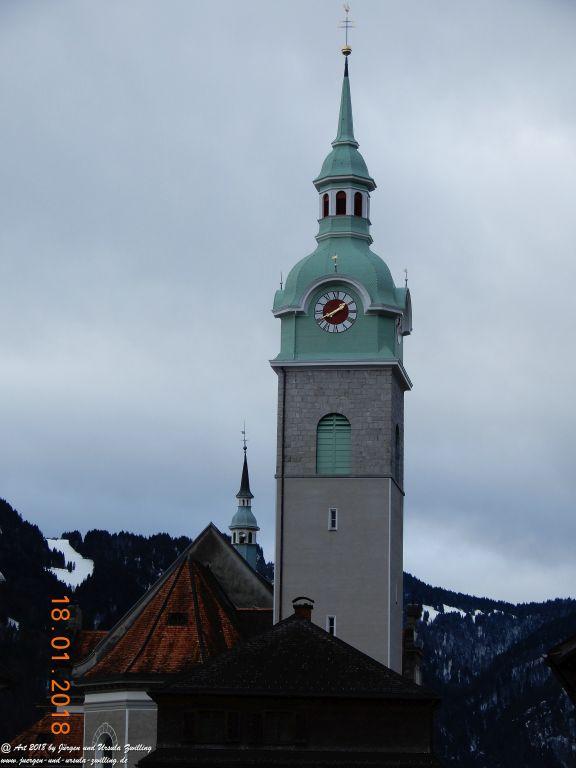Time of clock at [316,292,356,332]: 1:40
